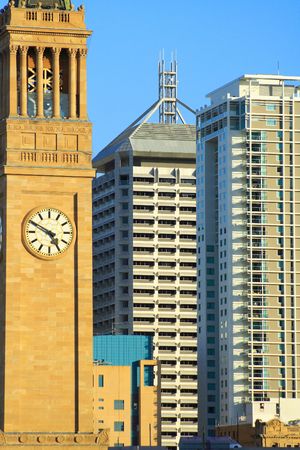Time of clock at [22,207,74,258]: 4:49
